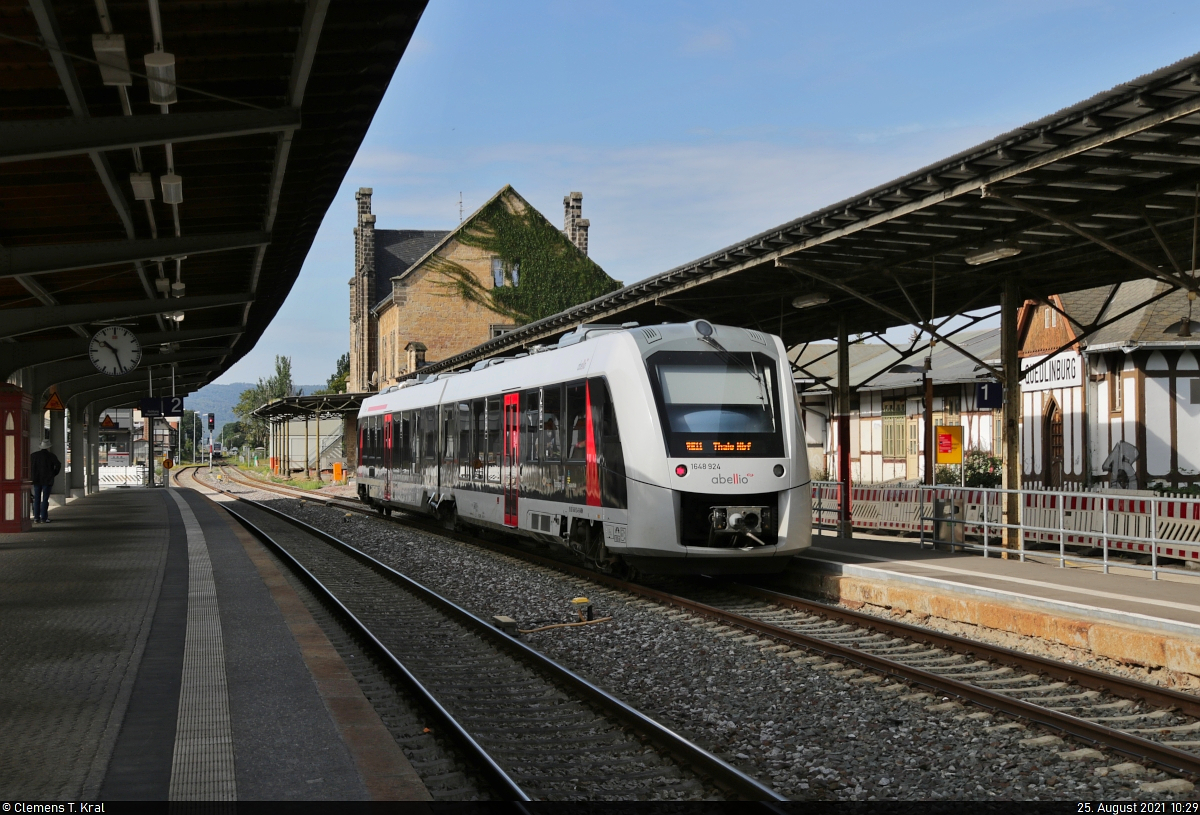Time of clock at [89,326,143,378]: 10:26
